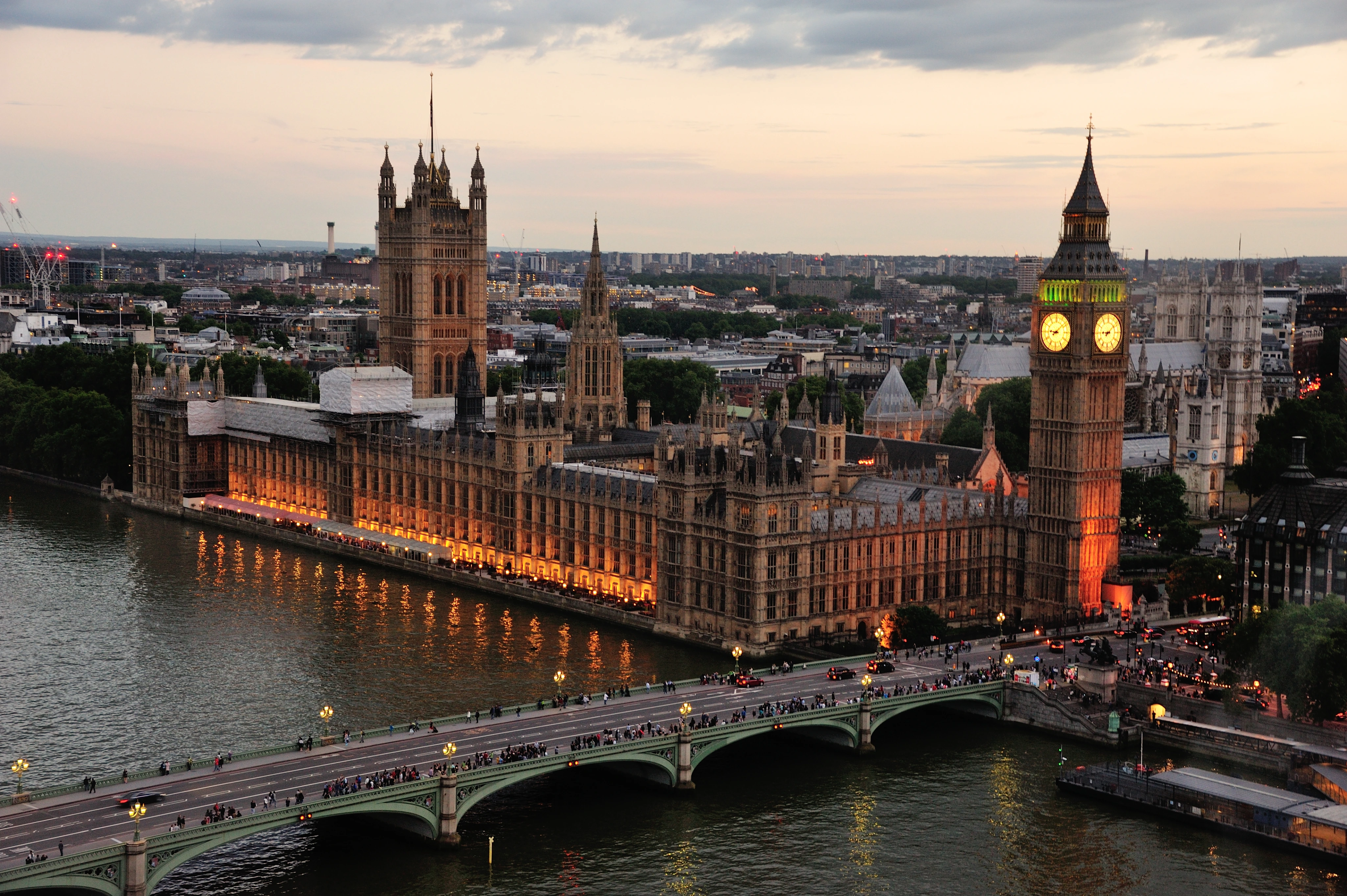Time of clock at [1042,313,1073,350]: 9:08
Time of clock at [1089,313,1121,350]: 9:08
